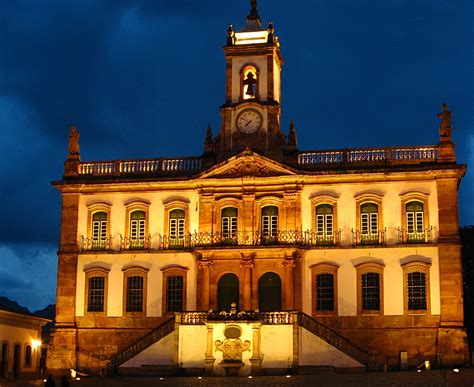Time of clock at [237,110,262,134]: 7:50
